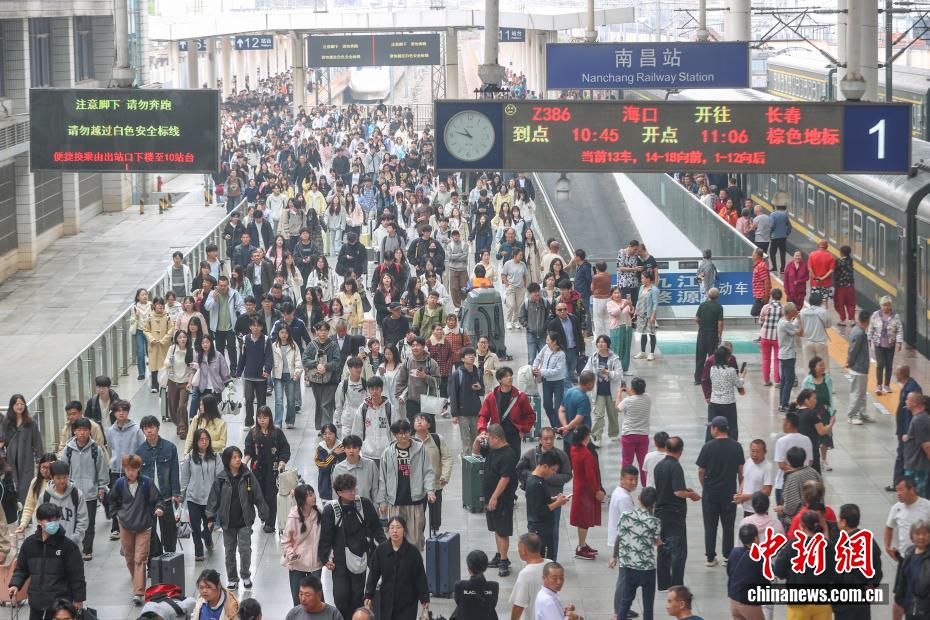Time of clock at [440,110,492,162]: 10:47
